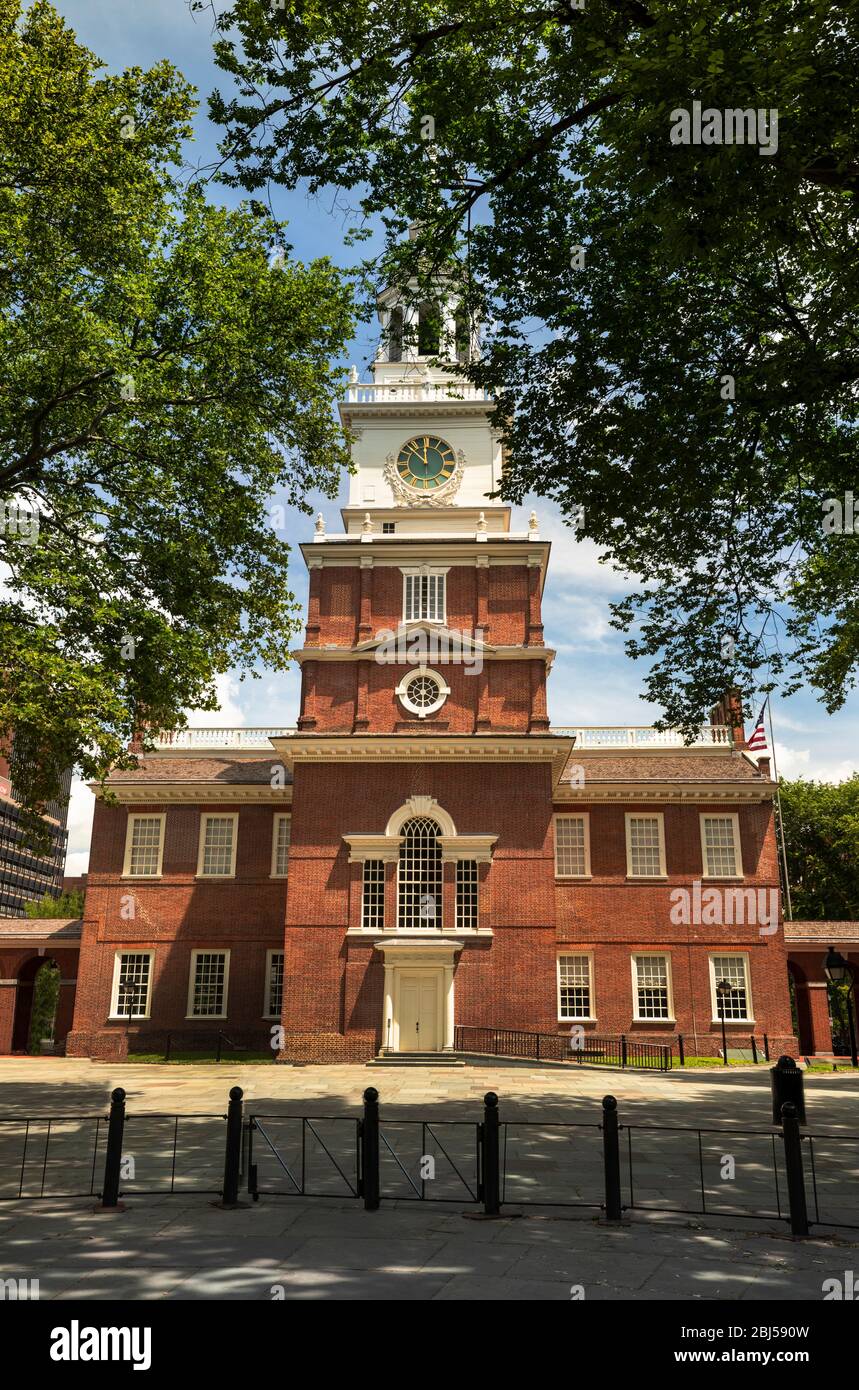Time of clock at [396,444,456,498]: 11:52
